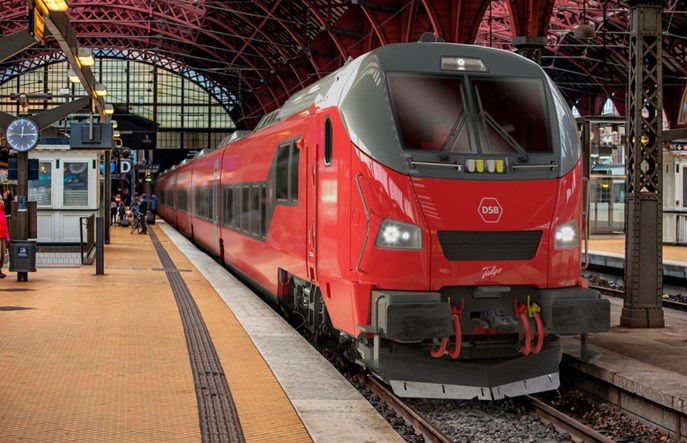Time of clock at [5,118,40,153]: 12:14
